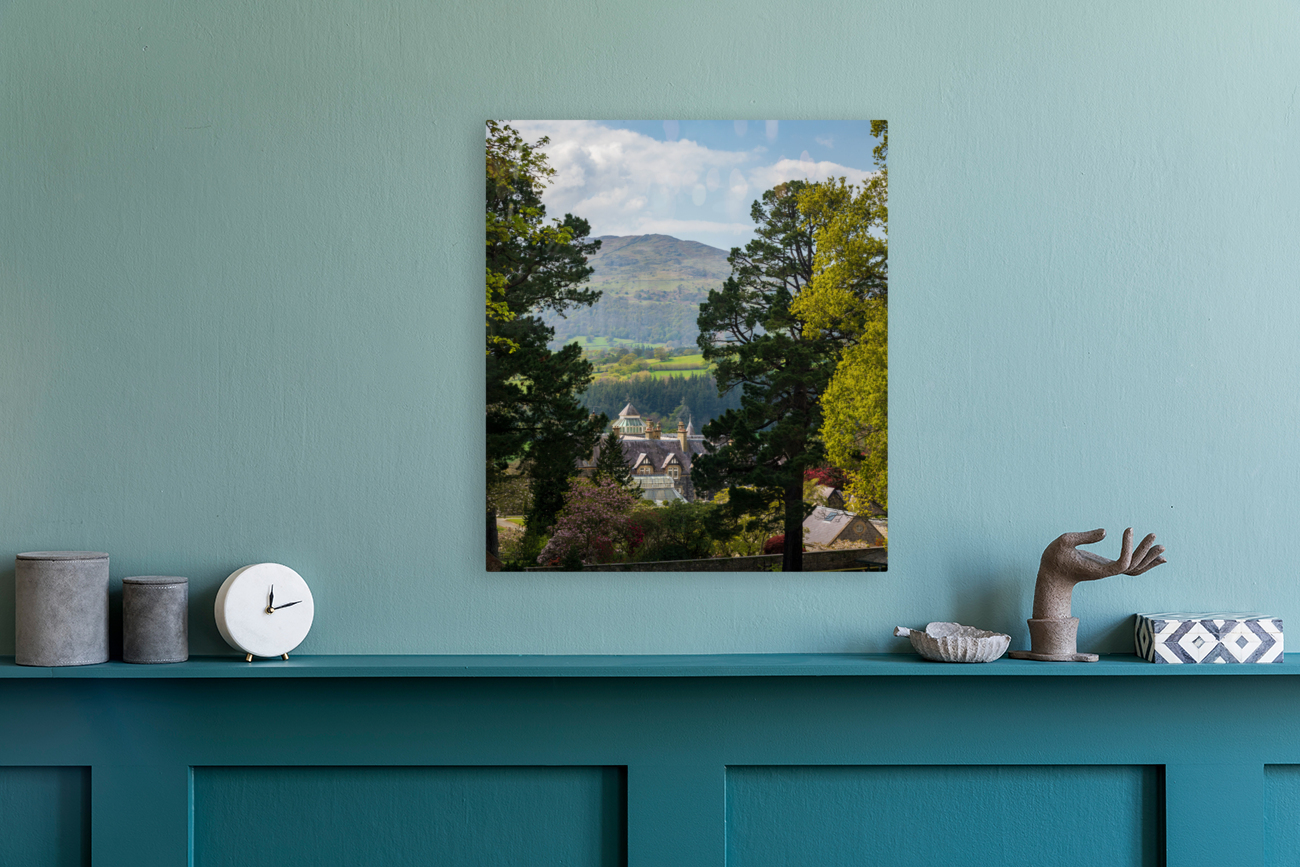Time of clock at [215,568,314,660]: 12:12
